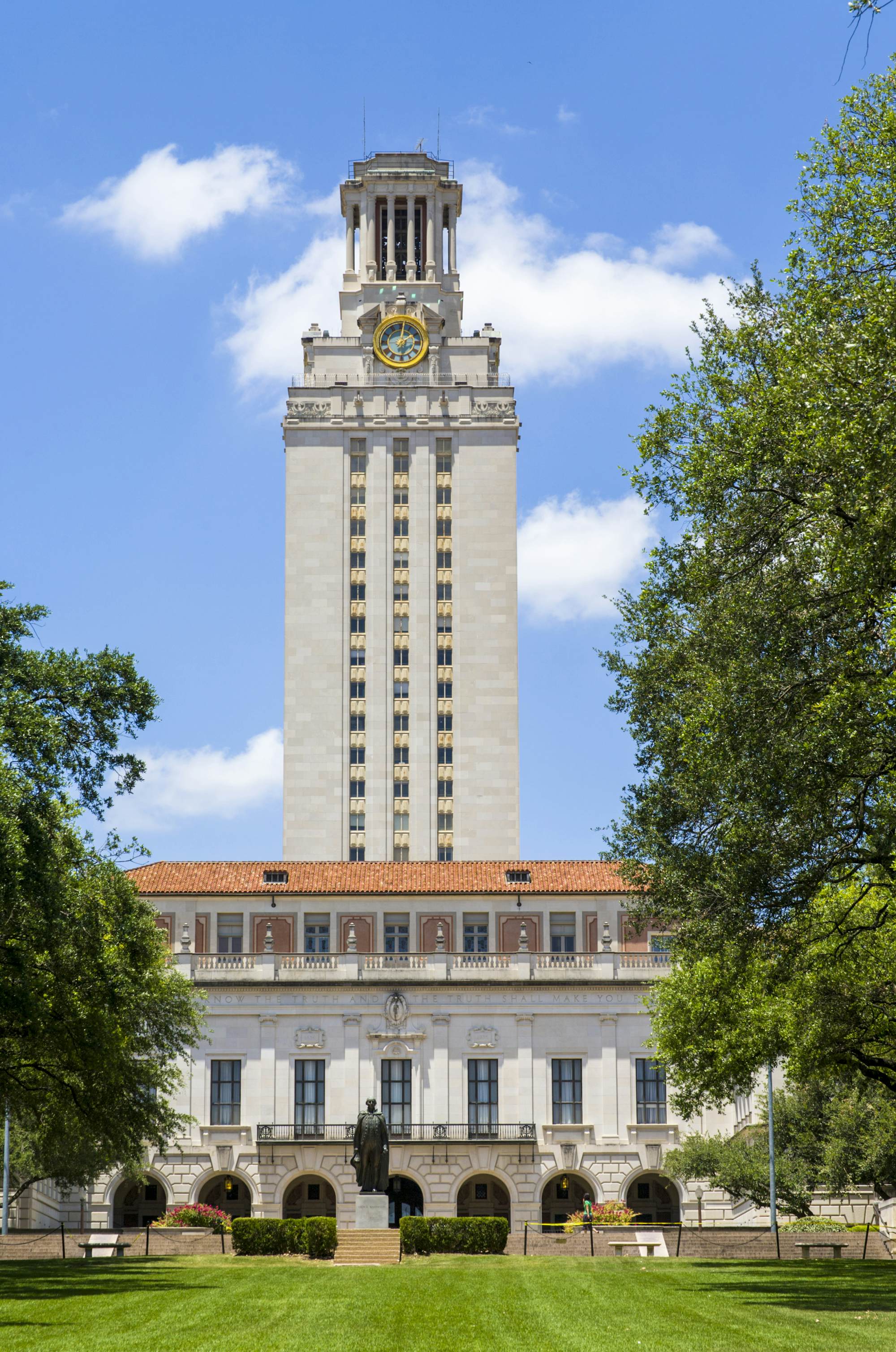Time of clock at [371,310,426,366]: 2:01
